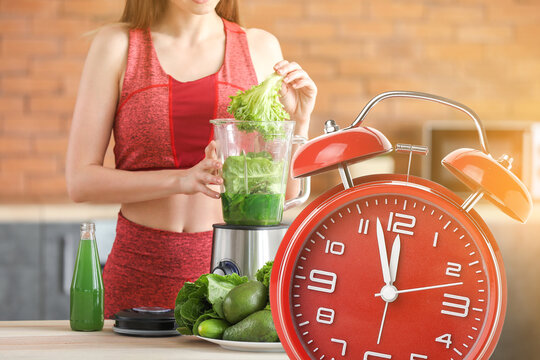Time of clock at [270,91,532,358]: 11:56
